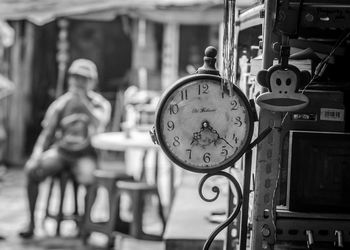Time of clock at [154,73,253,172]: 7:22
